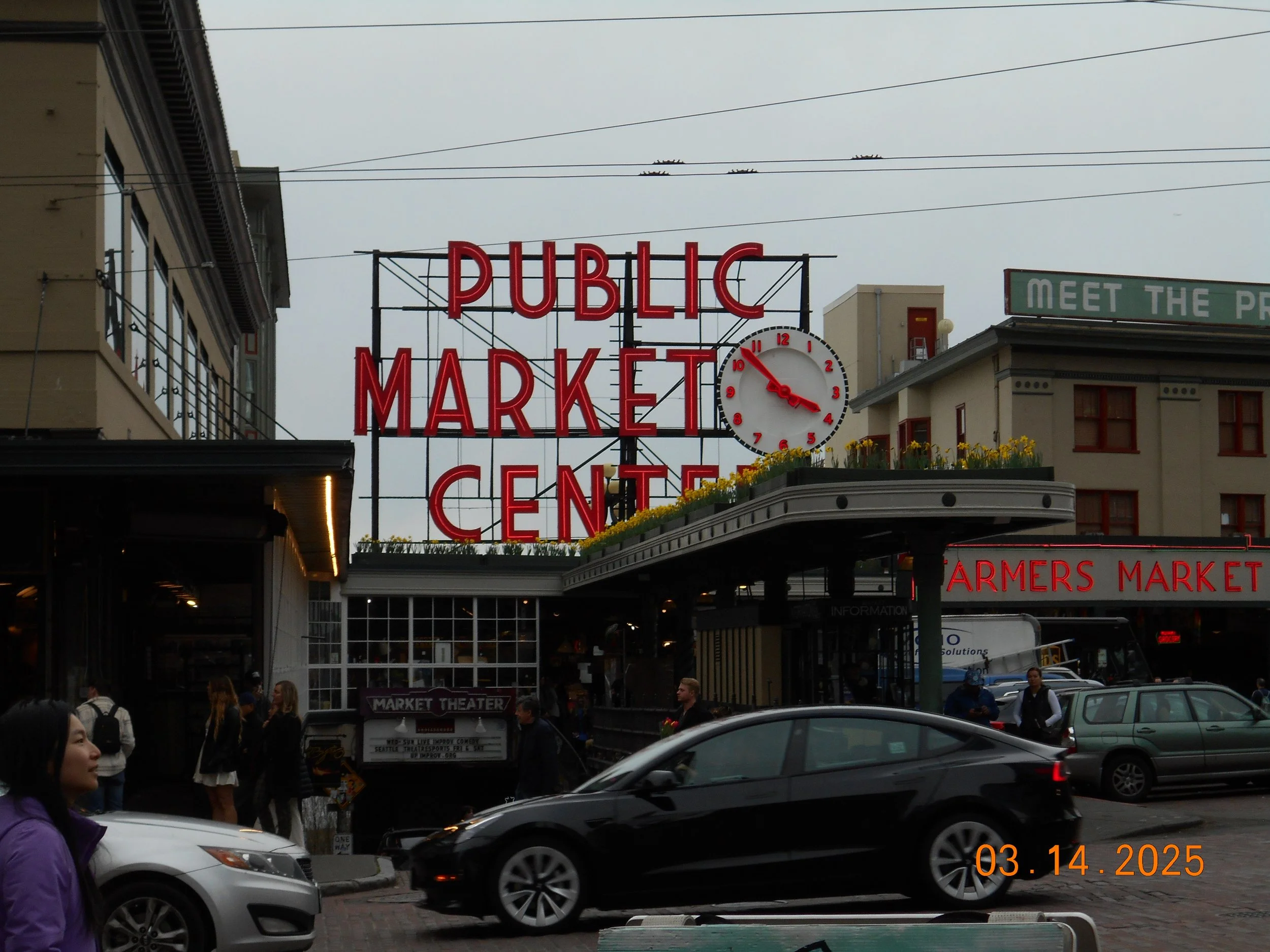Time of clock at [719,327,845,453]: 3:52
